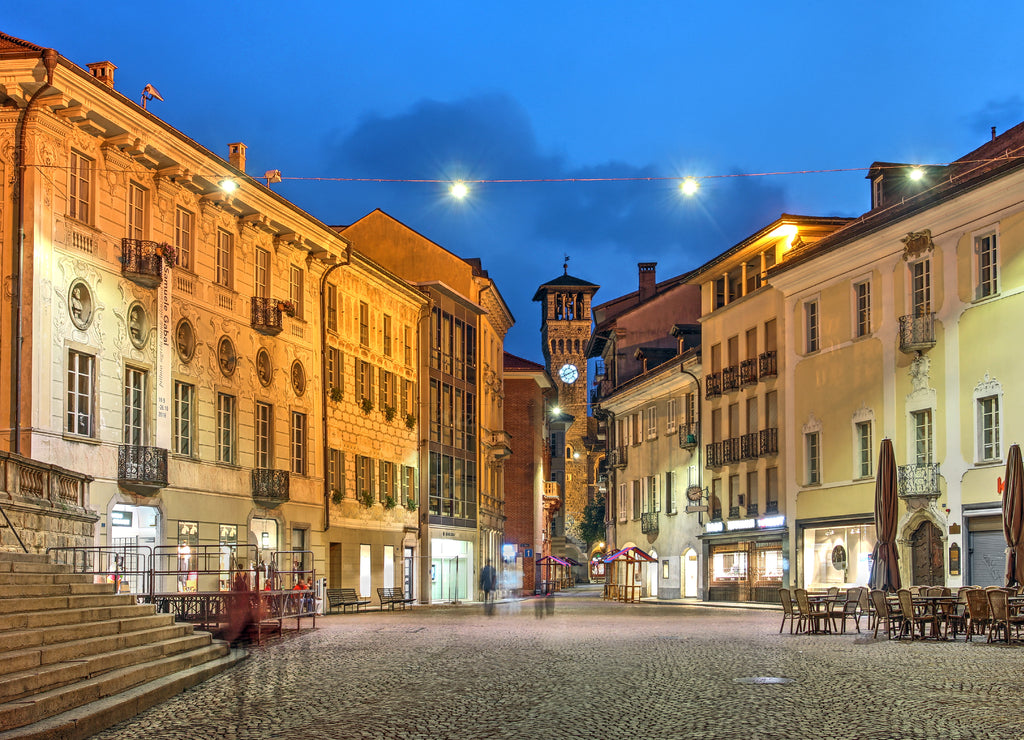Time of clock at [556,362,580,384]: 8:11
